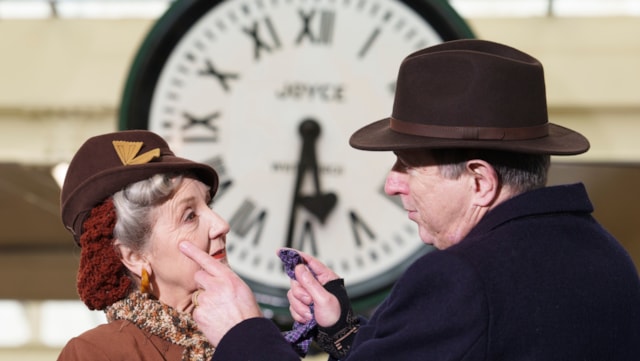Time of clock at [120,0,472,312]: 5:31
